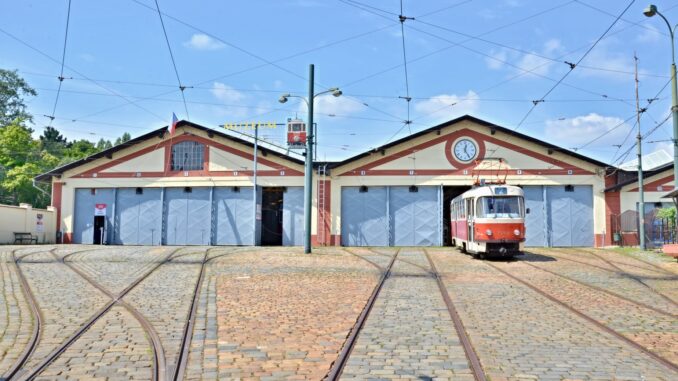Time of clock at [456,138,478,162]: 12:24
